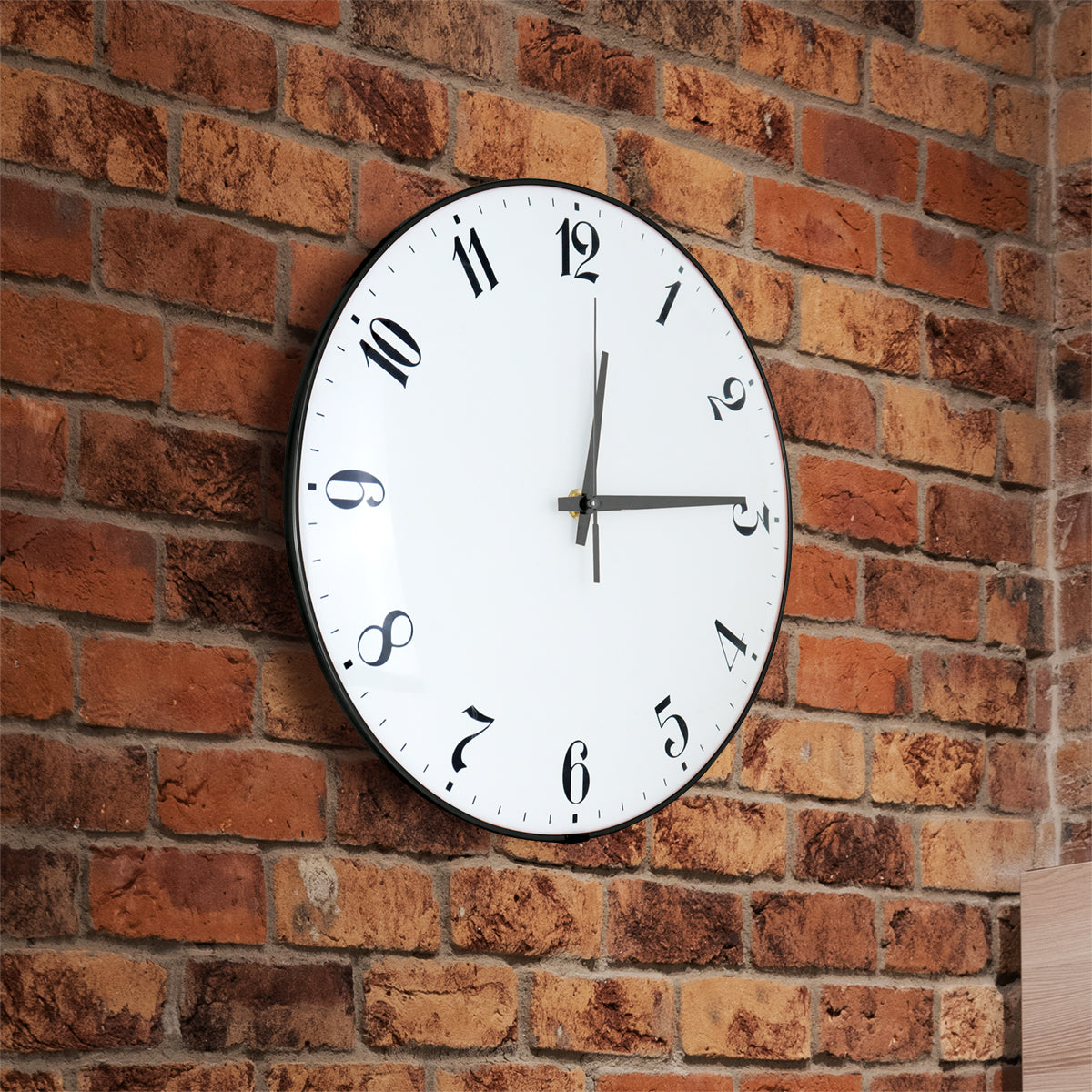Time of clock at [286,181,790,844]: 12:14
